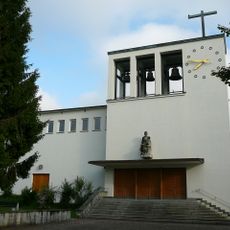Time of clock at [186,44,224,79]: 7:46
